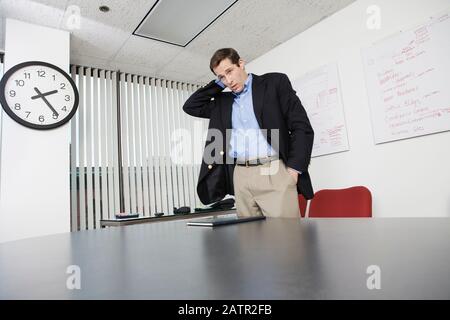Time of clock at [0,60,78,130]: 2:23
